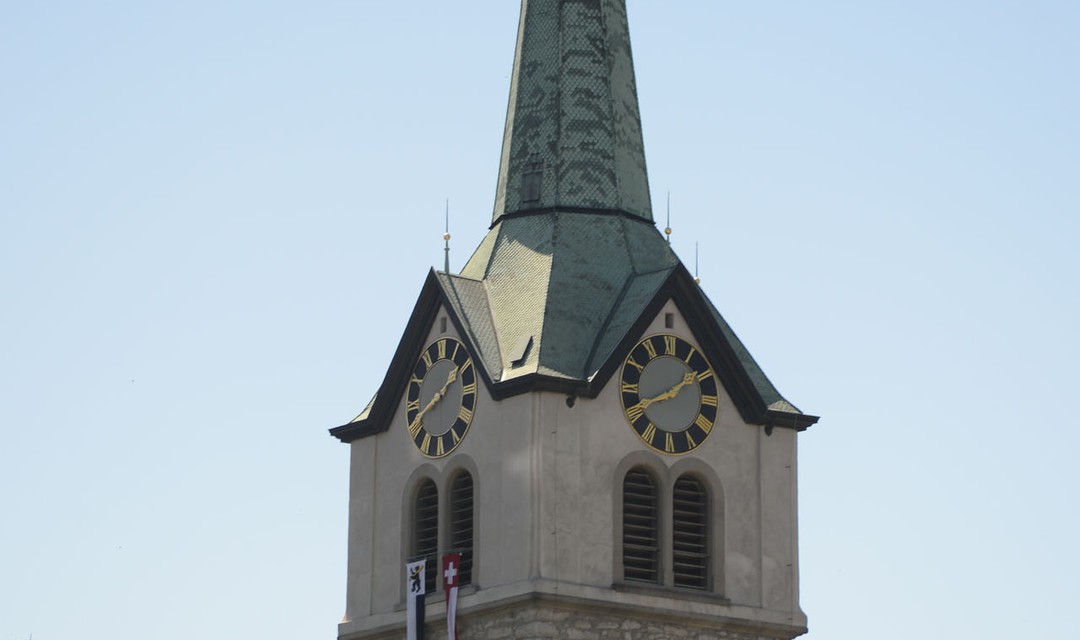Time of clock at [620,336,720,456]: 1:41
